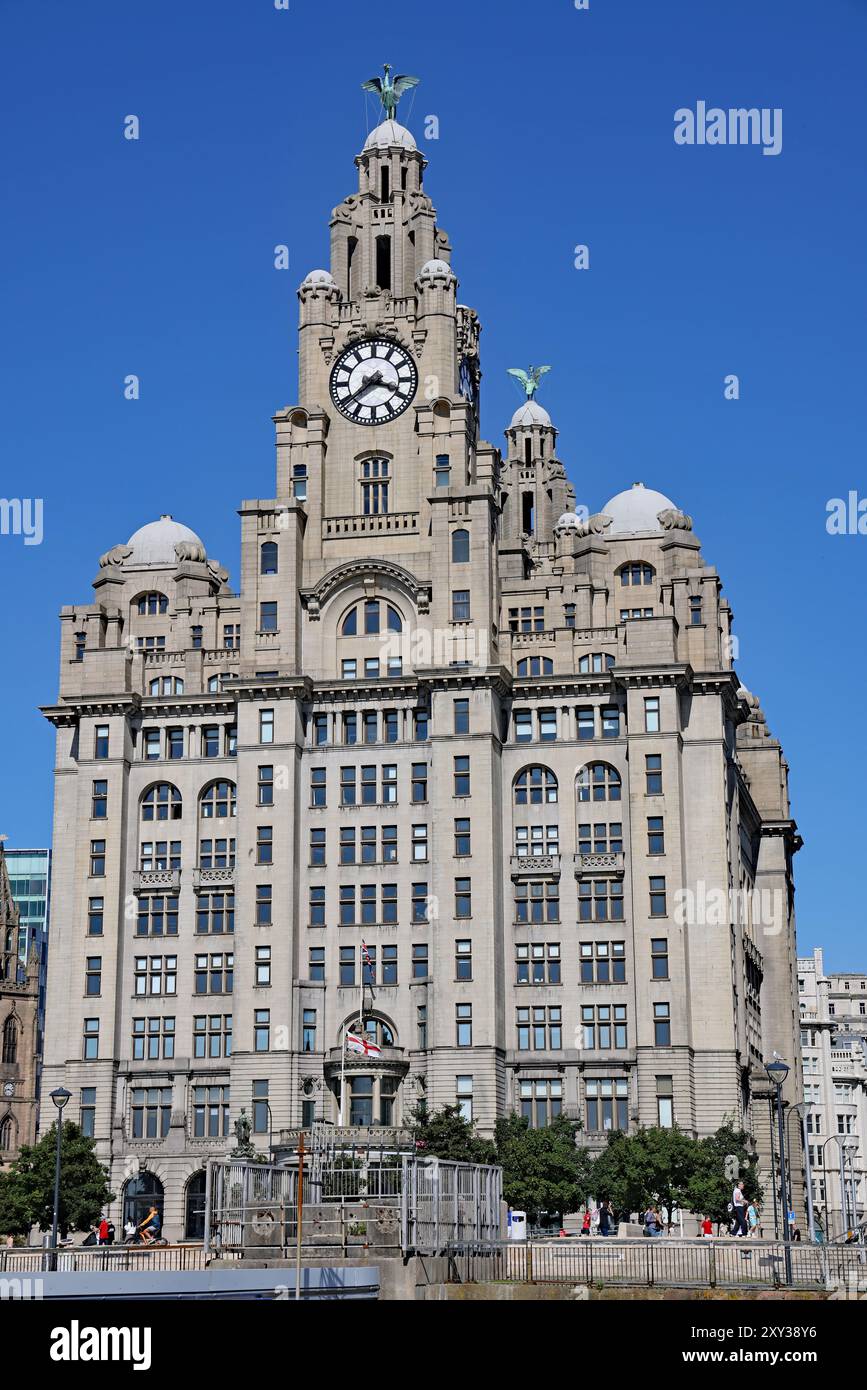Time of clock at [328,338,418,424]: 3:38
